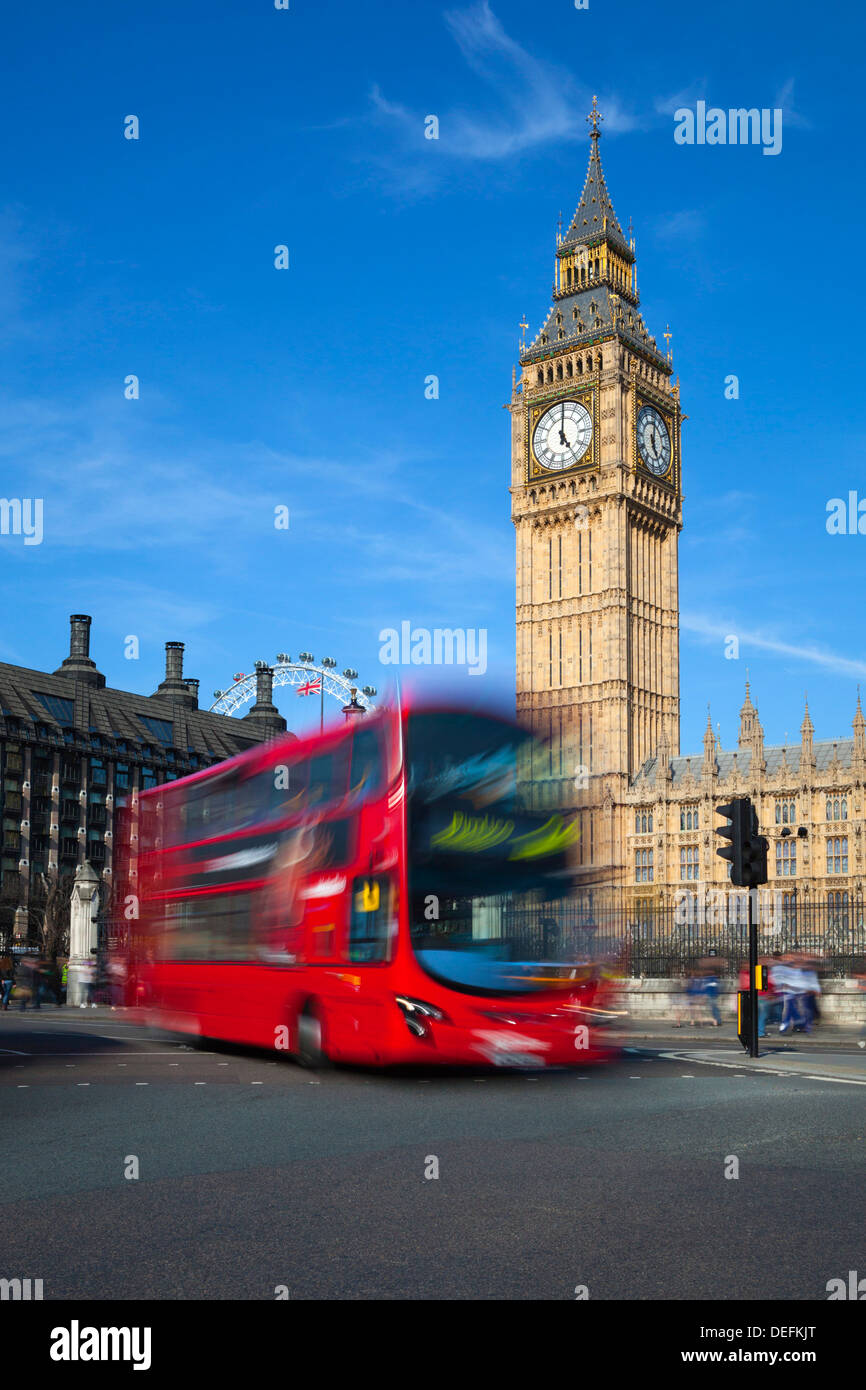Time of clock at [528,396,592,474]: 5:00
